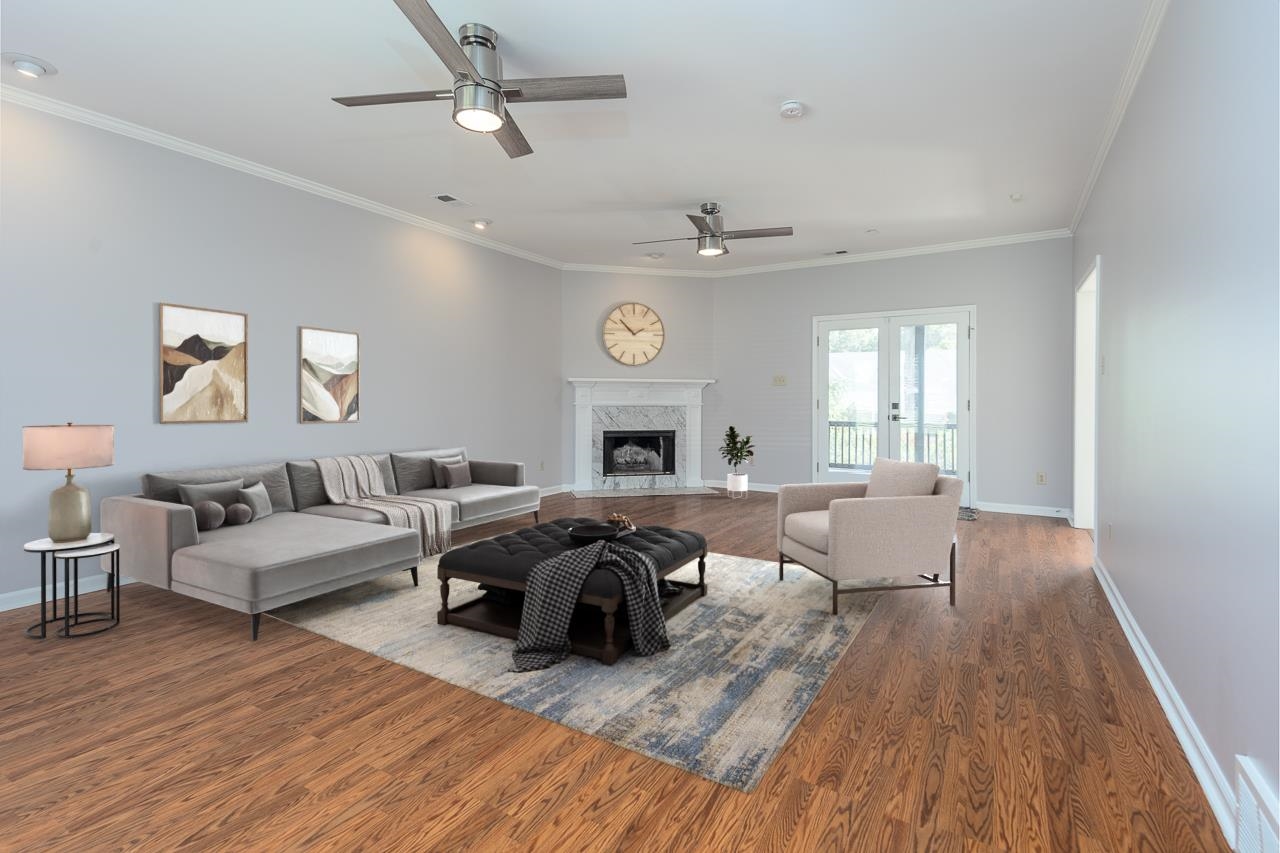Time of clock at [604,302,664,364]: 1:52
